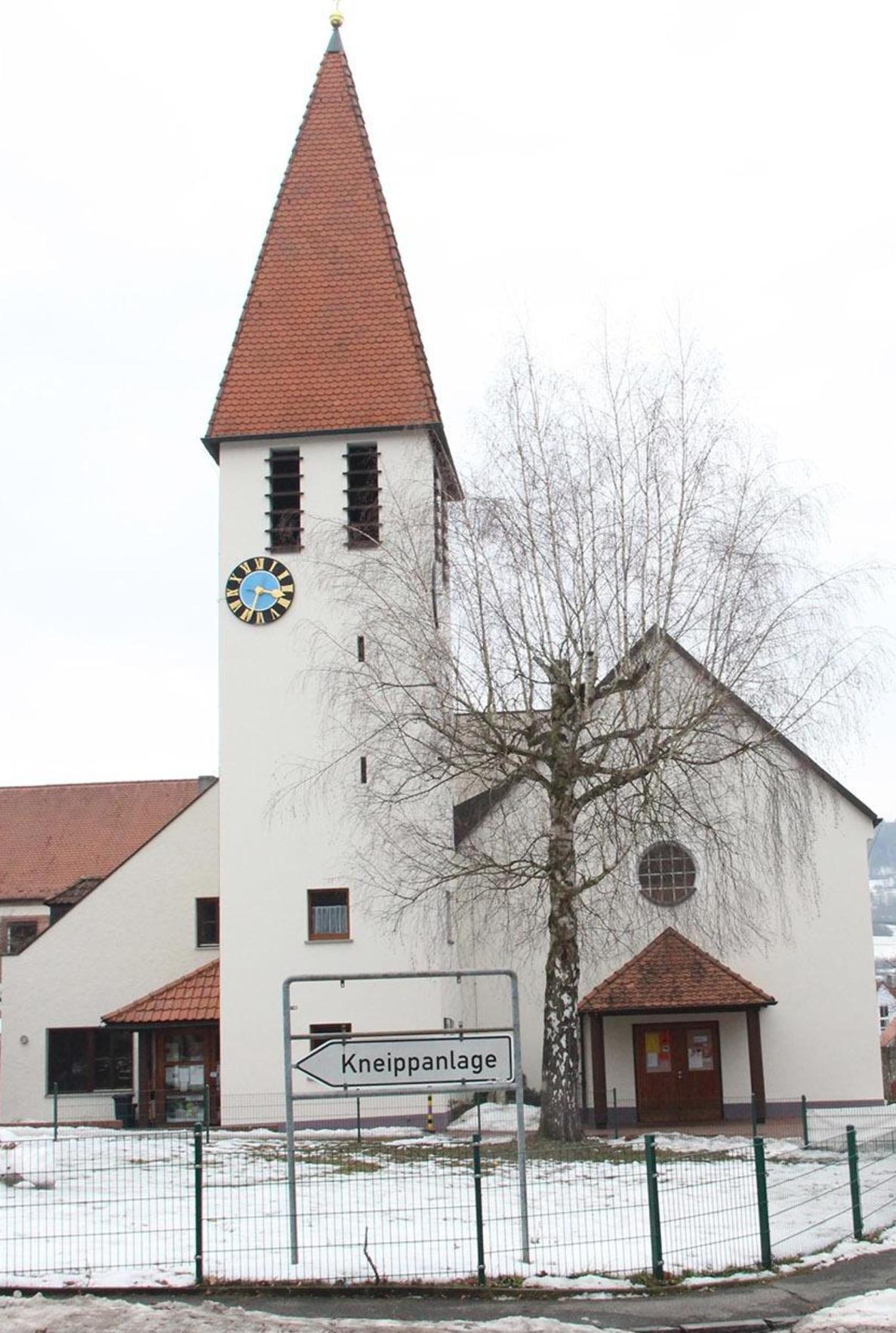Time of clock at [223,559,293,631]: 3:32
